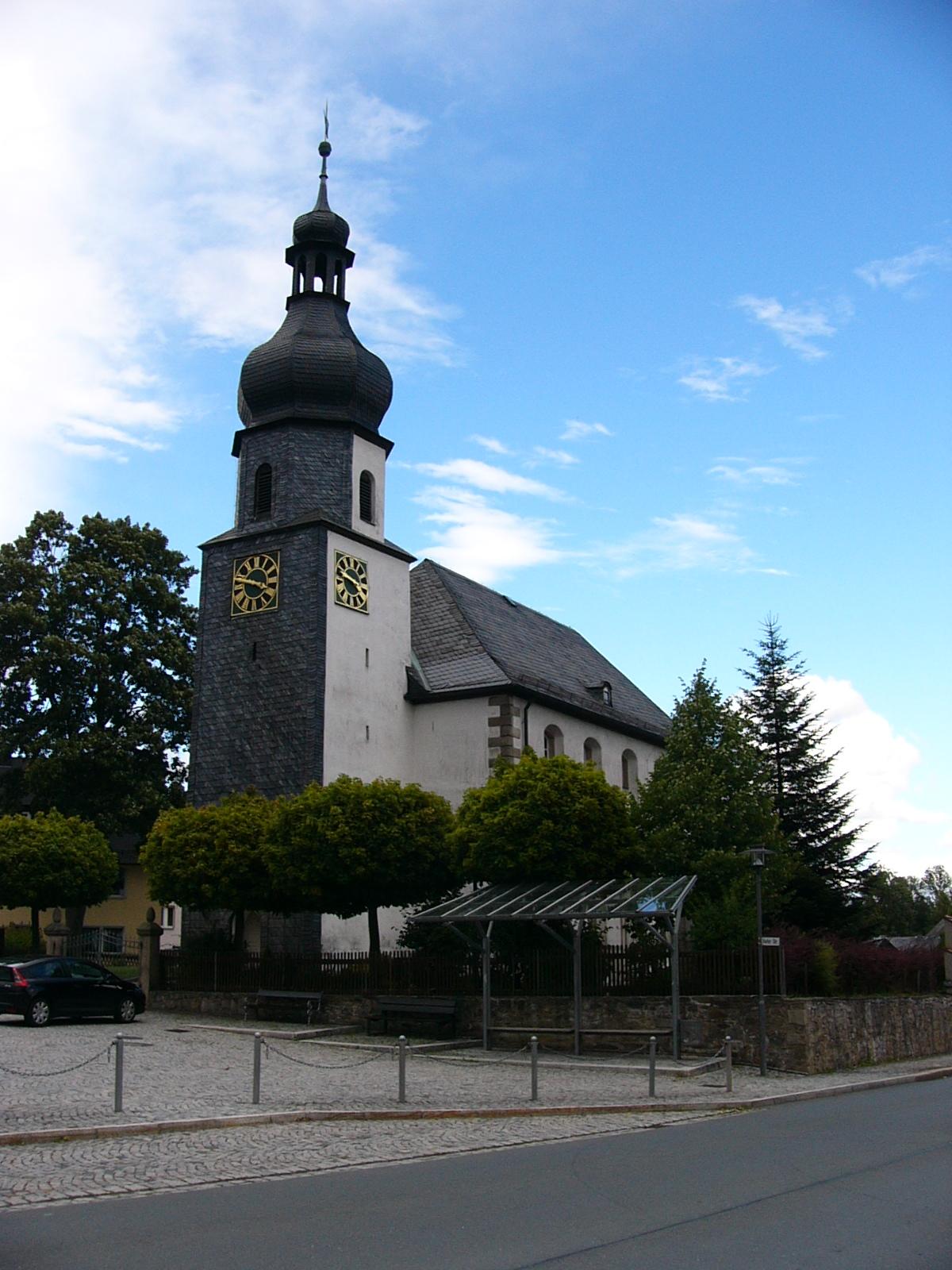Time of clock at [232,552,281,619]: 3:47
